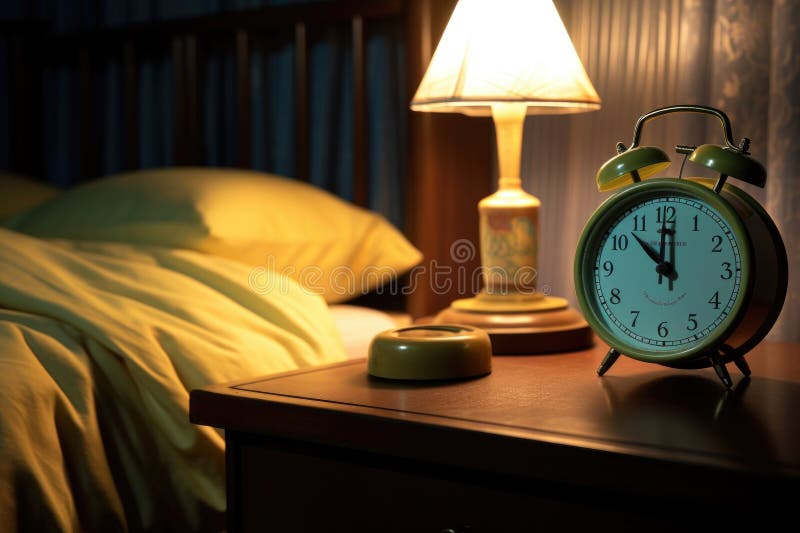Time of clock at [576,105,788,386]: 11:52
